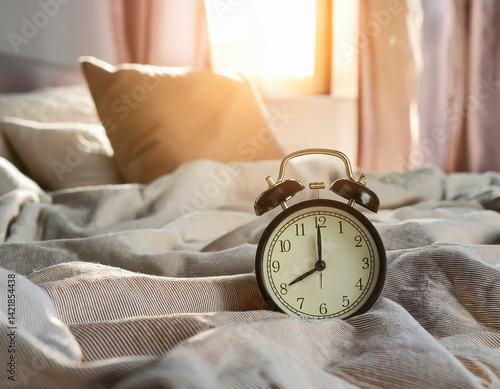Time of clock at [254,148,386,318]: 8:00
